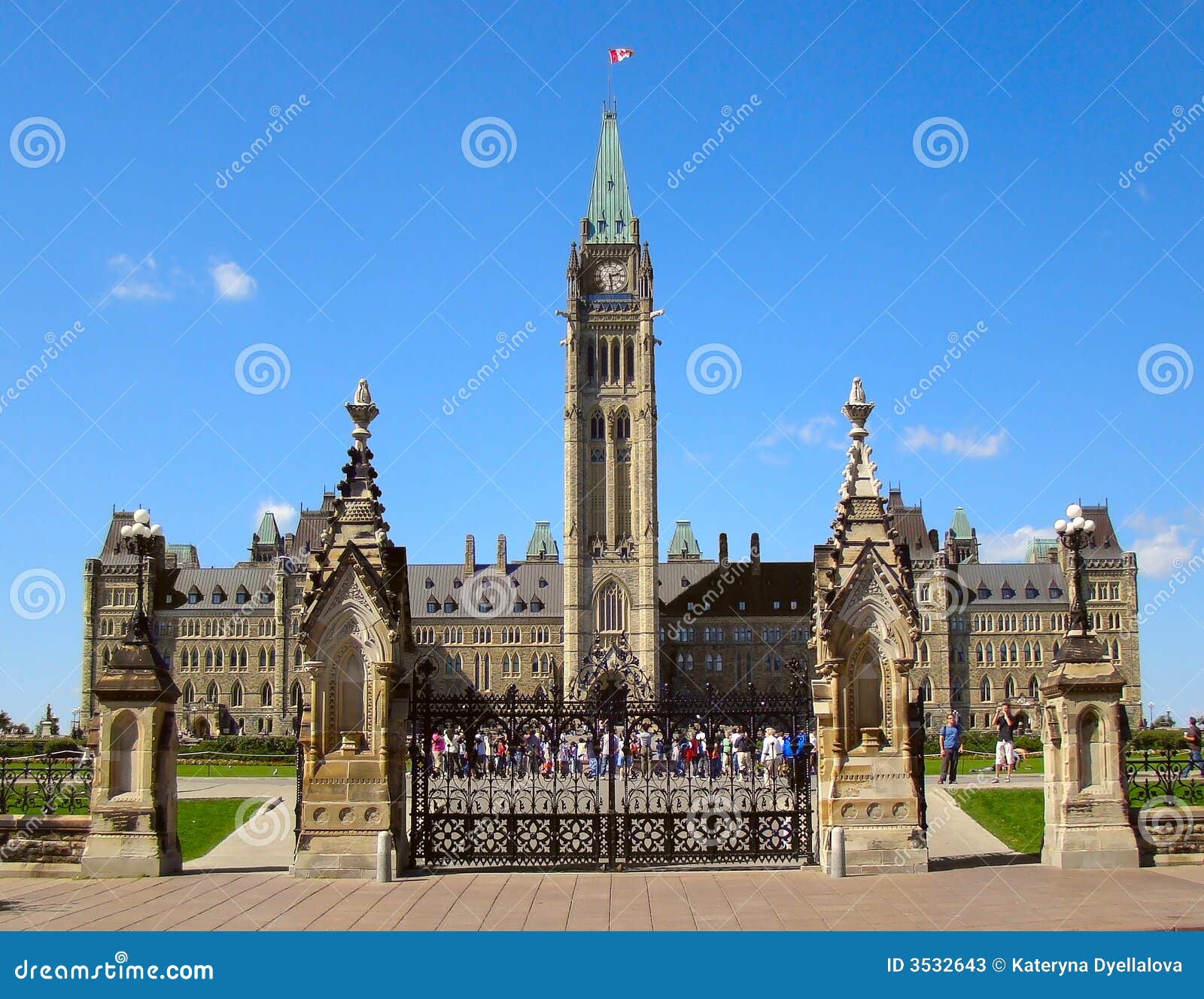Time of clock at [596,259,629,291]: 2:29
